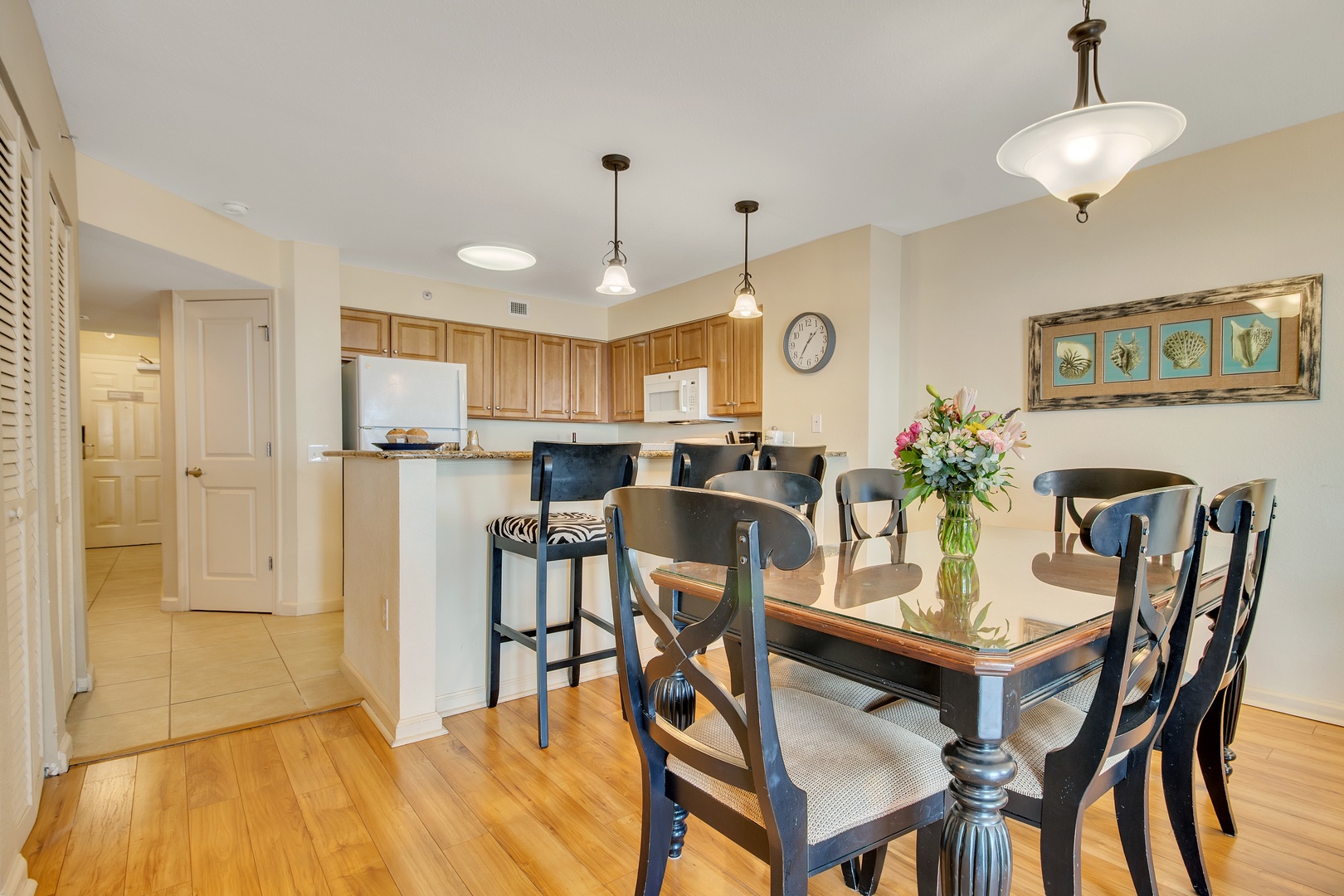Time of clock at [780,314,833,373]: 1:36
